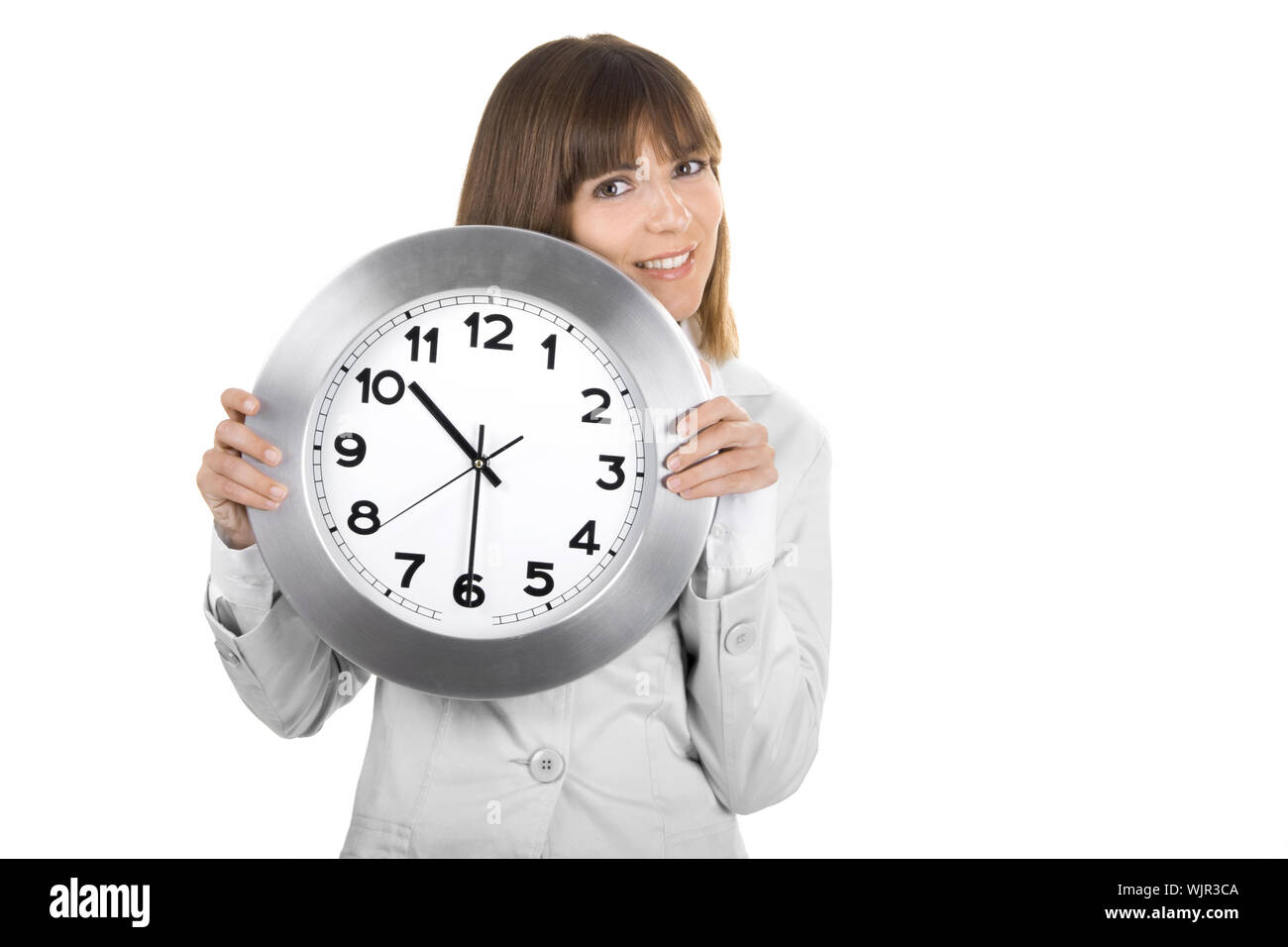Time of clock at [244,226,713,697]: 10:30
